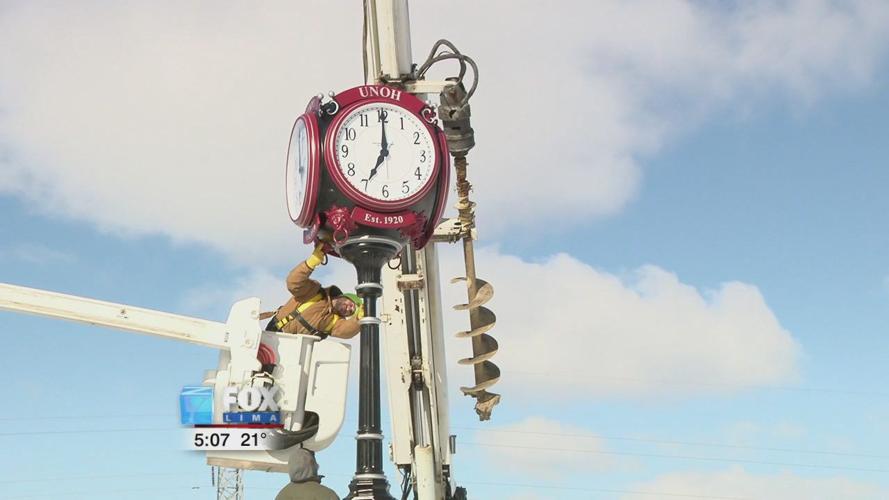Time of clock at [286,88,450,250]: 7:00
